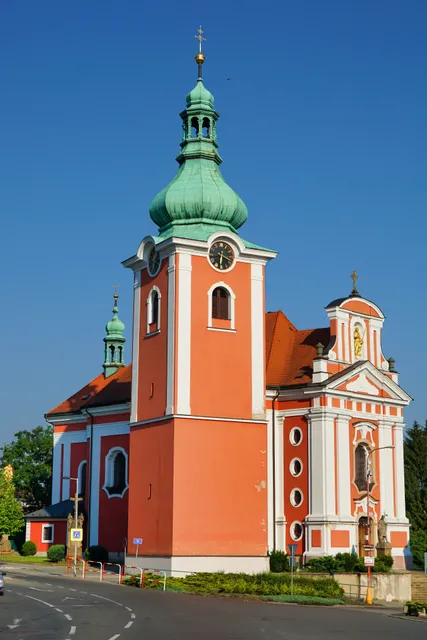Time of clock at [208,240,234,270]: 6:18
